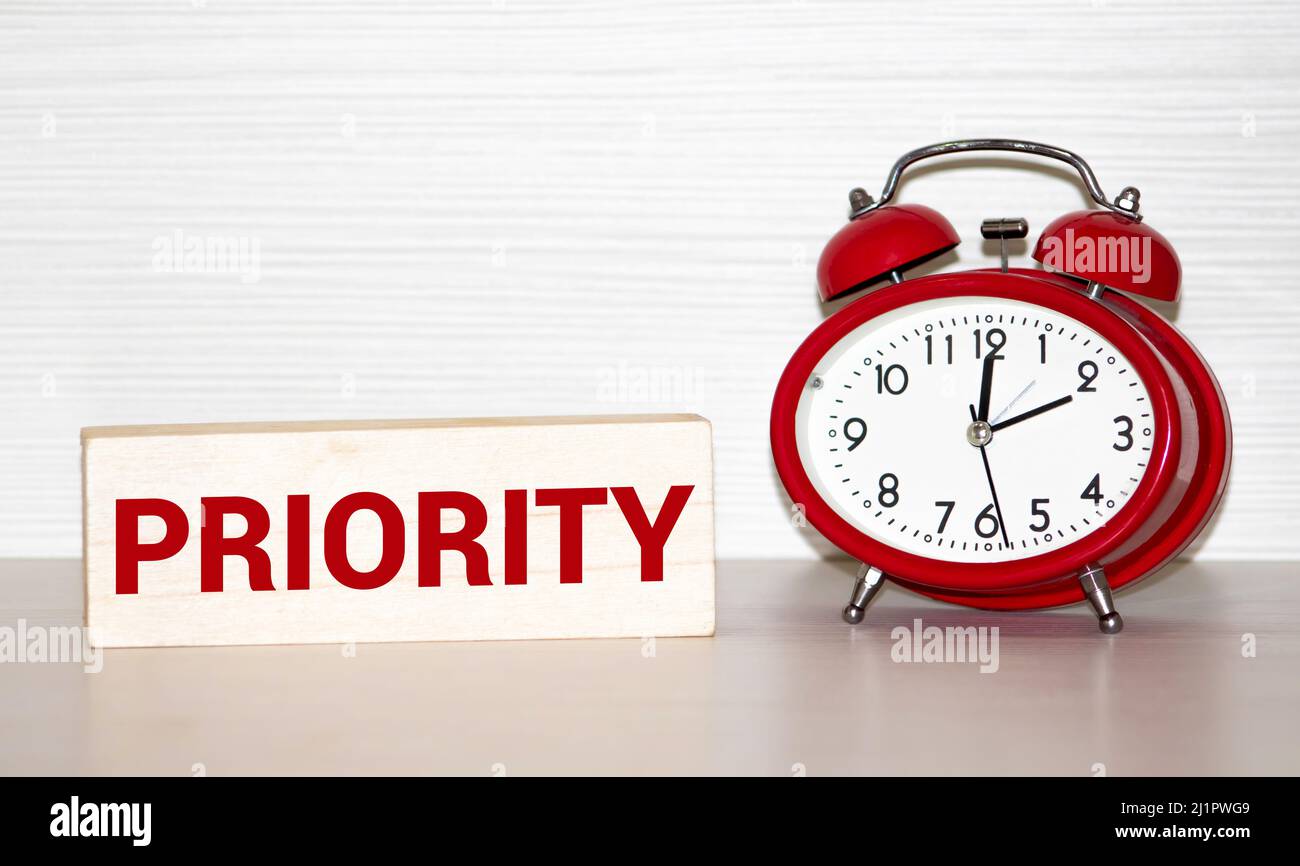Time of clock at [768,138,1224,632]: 2:00
